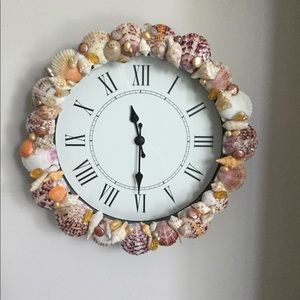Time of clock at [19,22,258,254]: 11:30
